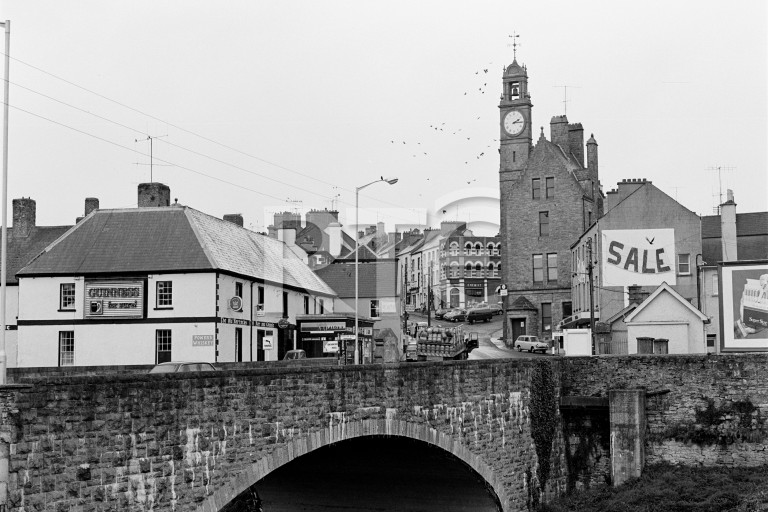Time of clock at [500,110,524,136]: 2:15
